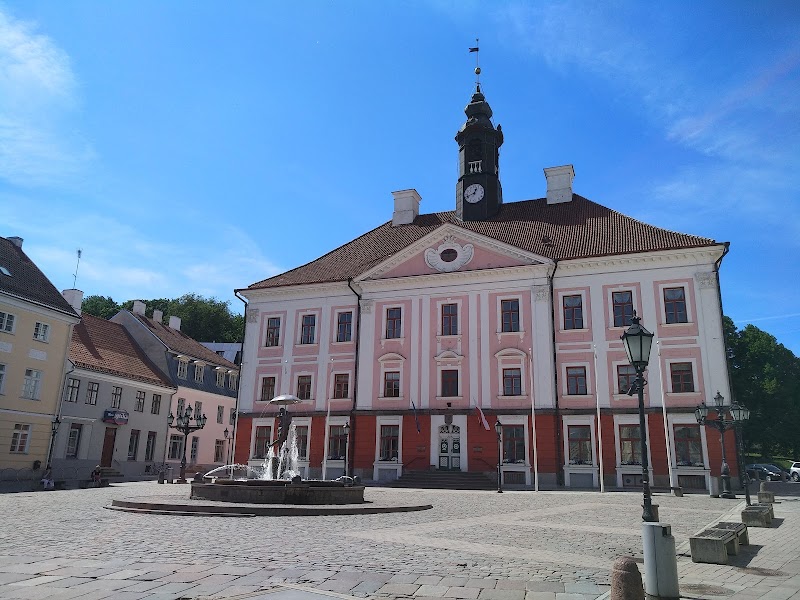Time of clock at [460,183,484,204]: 12:41
